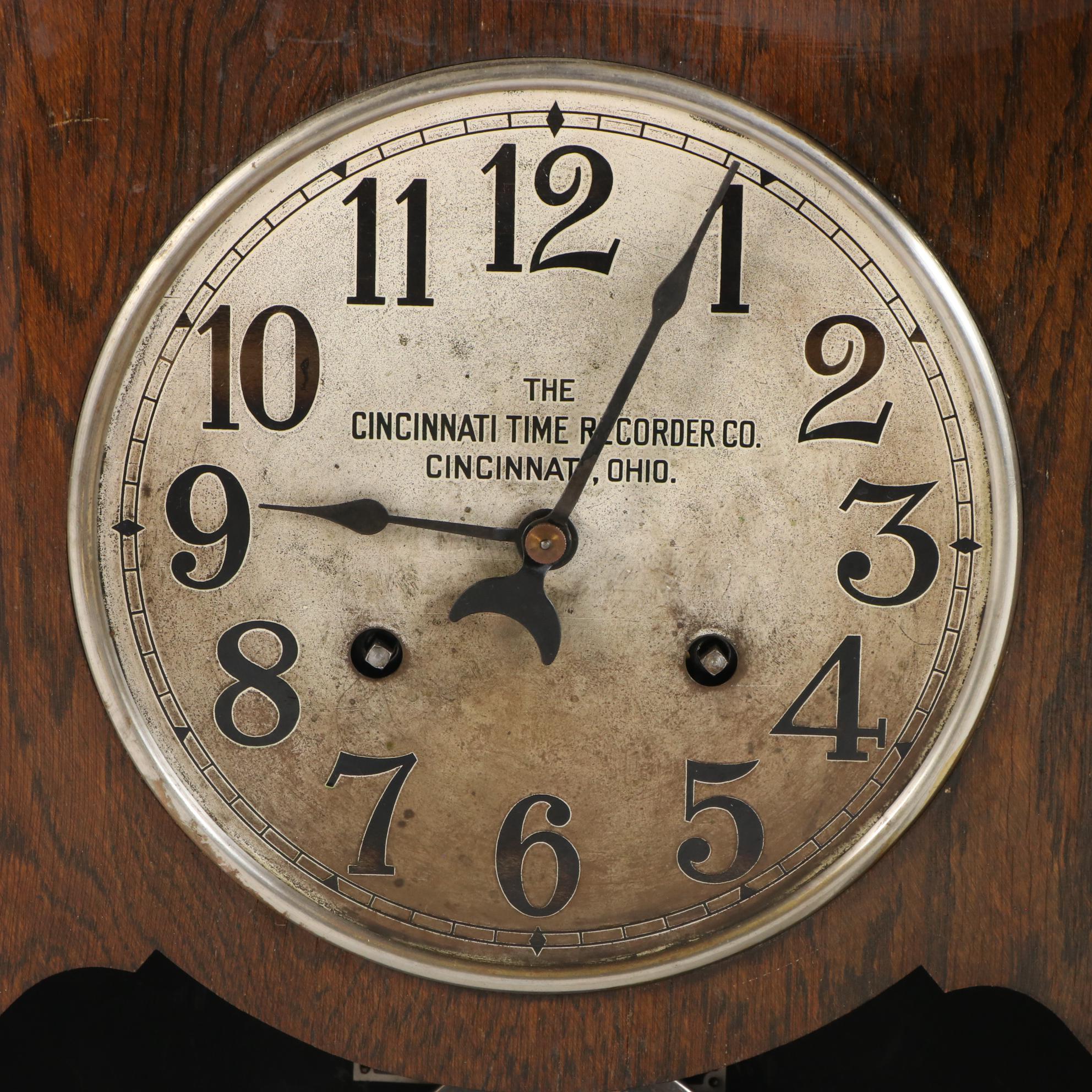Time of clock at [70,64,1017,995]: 9:04
